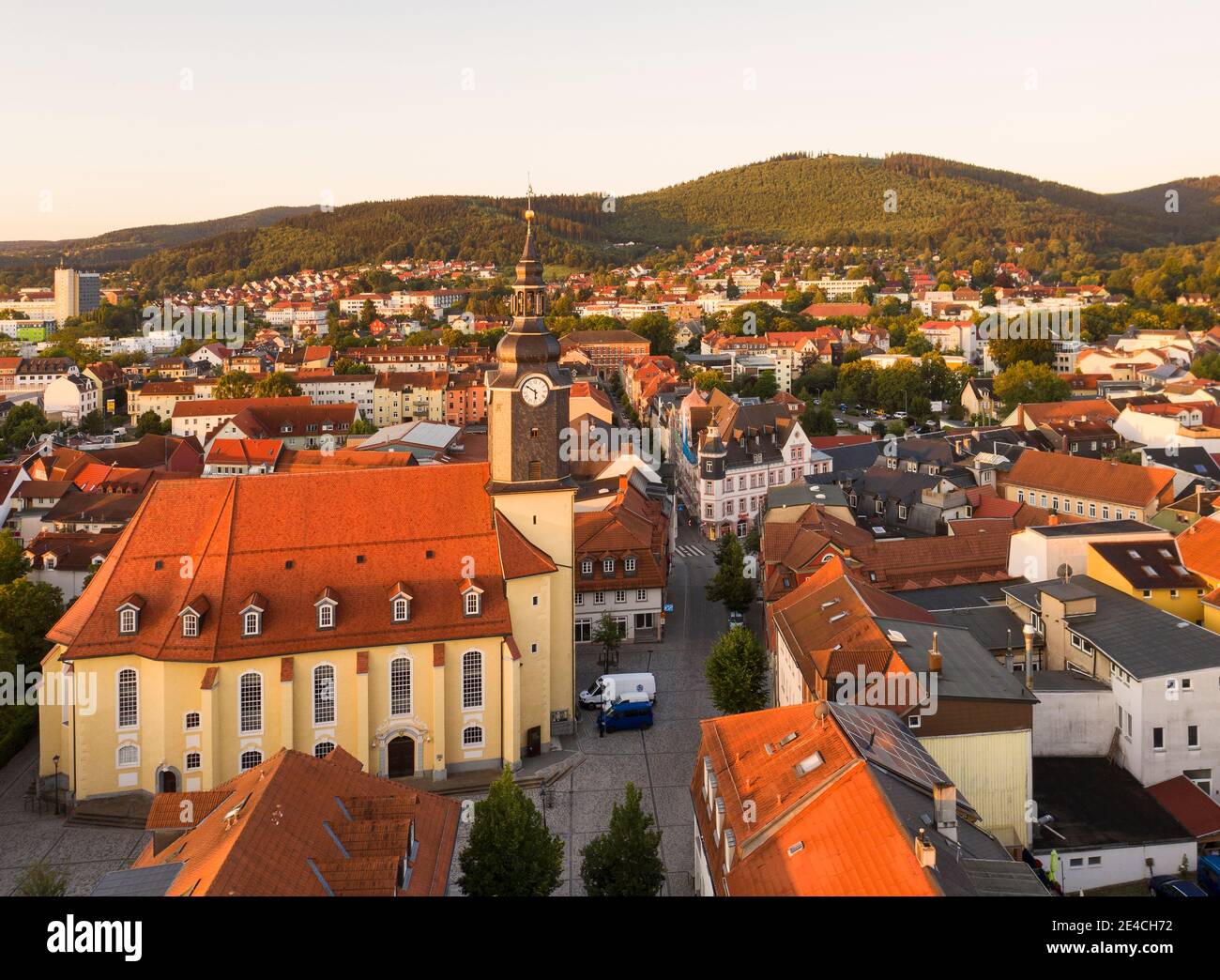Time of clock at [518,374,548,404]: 5:50
